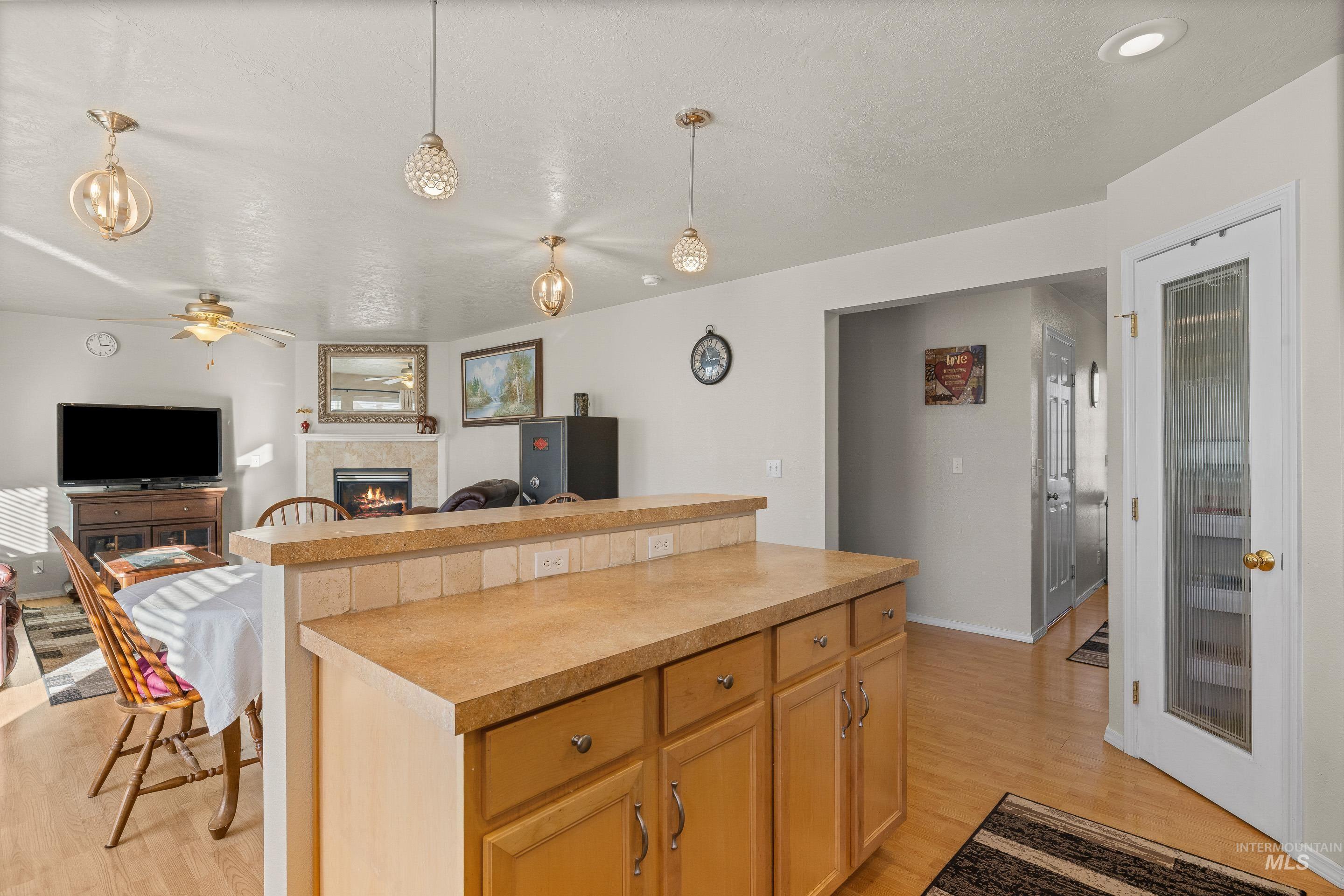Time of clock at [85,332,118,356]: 2:57
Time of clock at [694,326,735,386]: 2:56
